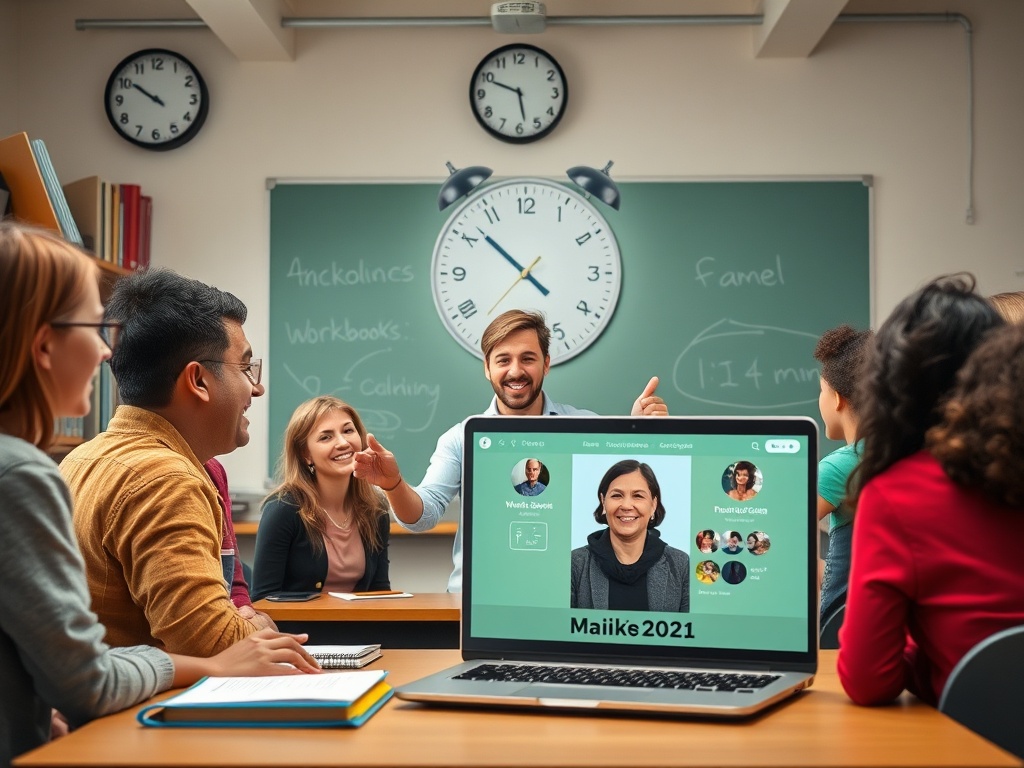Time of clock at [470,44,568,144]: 5:49
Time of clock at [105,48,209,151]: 9:50
